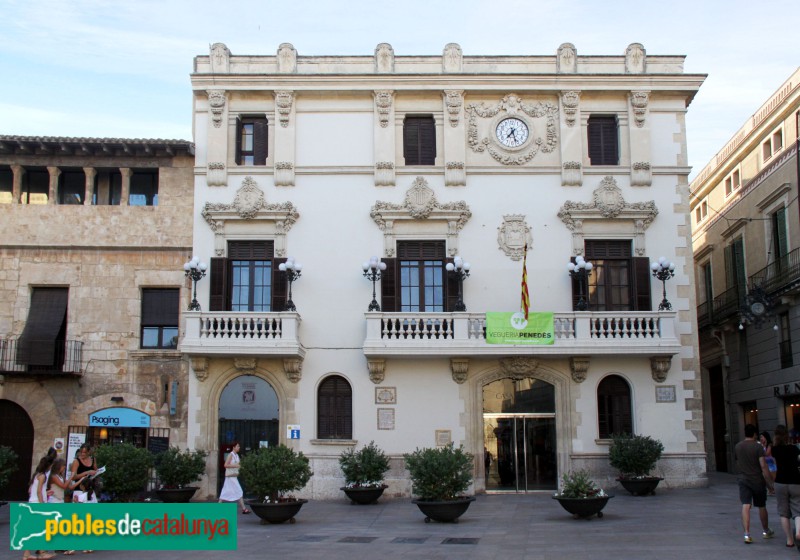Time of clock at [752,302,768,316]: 9:01
